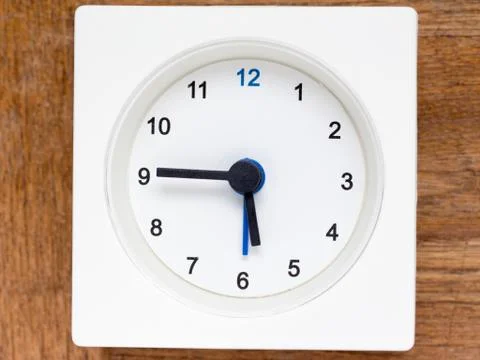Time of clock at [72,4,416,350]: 5:45
